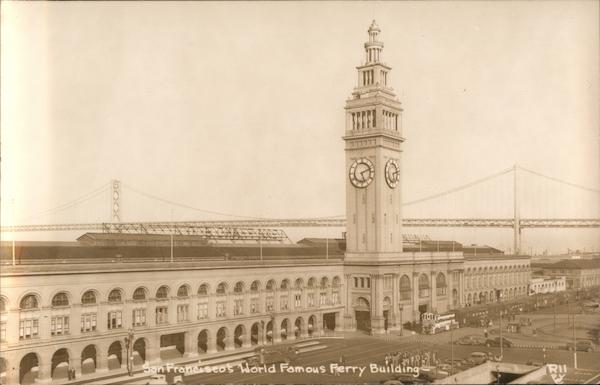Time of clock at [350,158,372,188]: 5:11
